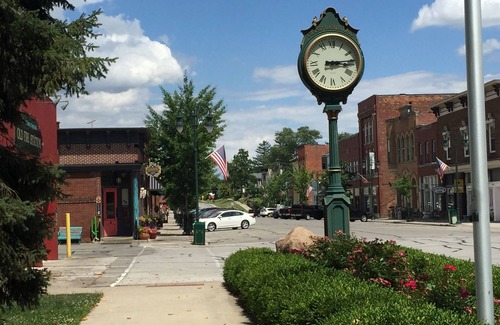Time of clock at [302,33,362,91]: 3:14
